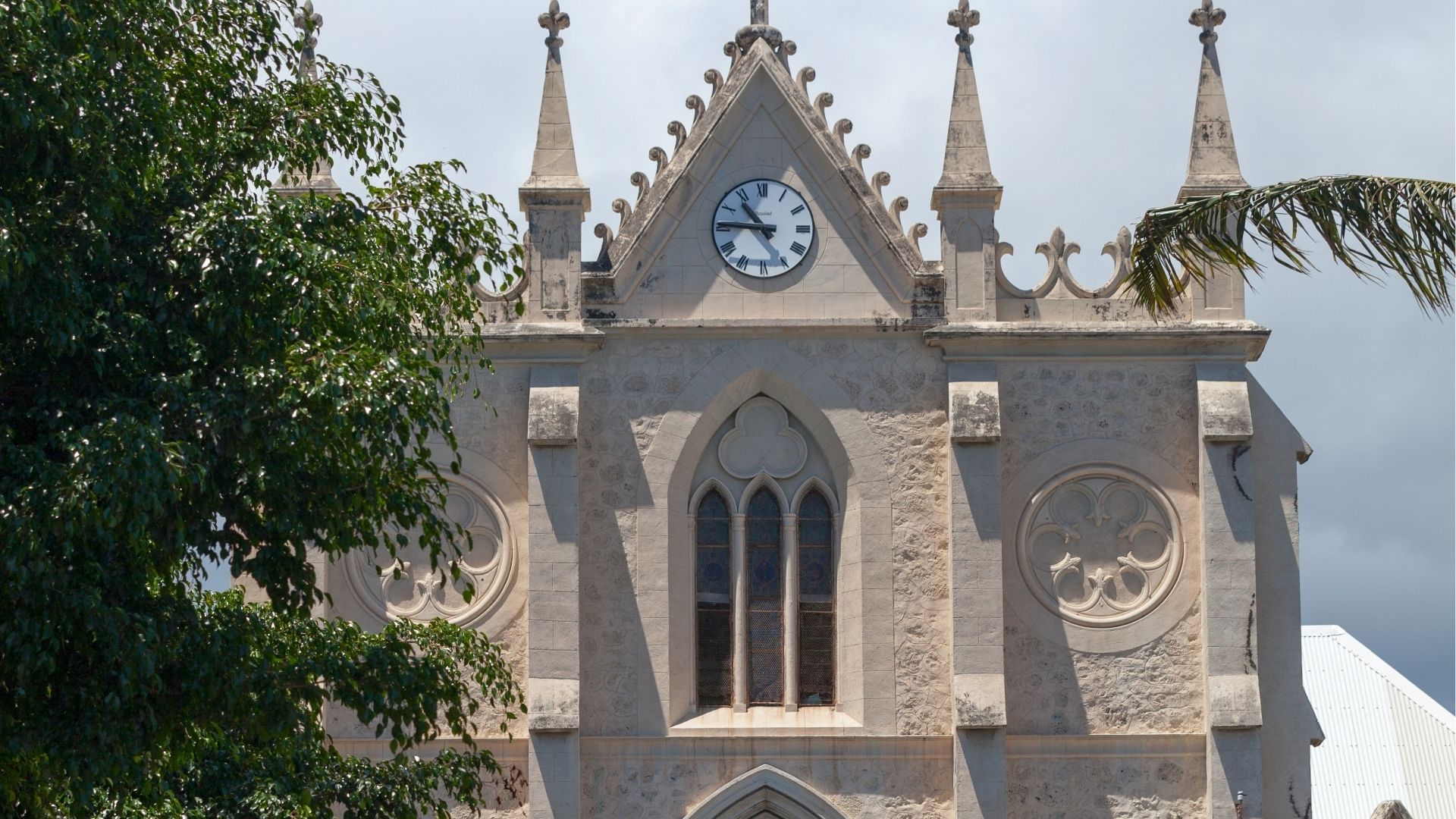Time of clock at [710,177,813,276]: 10:45
